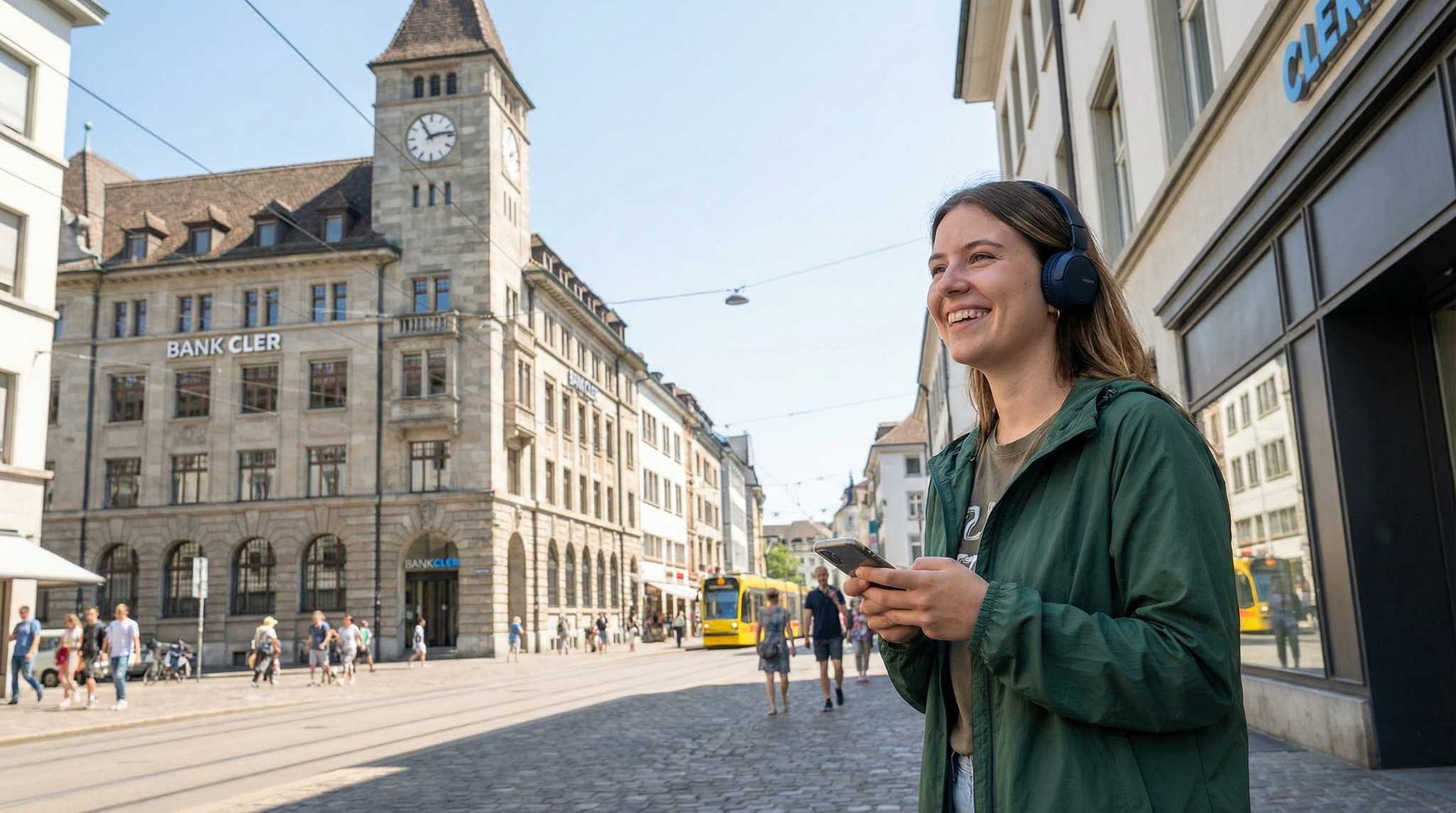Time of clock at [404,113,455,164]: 11:13
